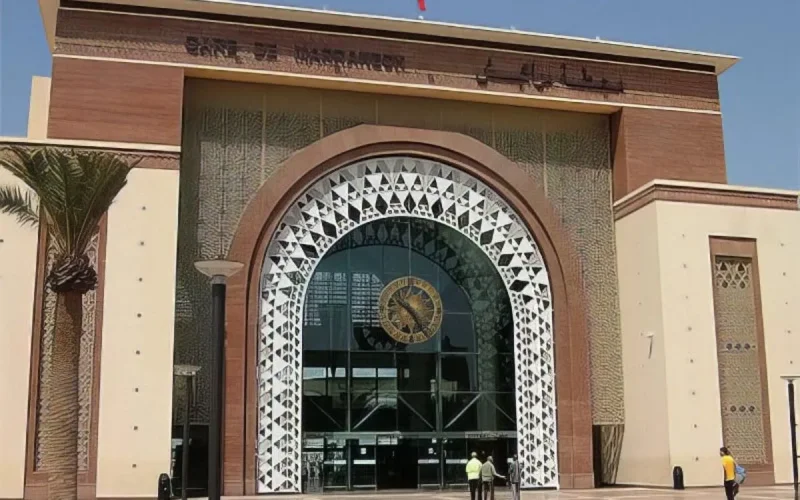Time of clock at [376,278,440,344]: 10:24
